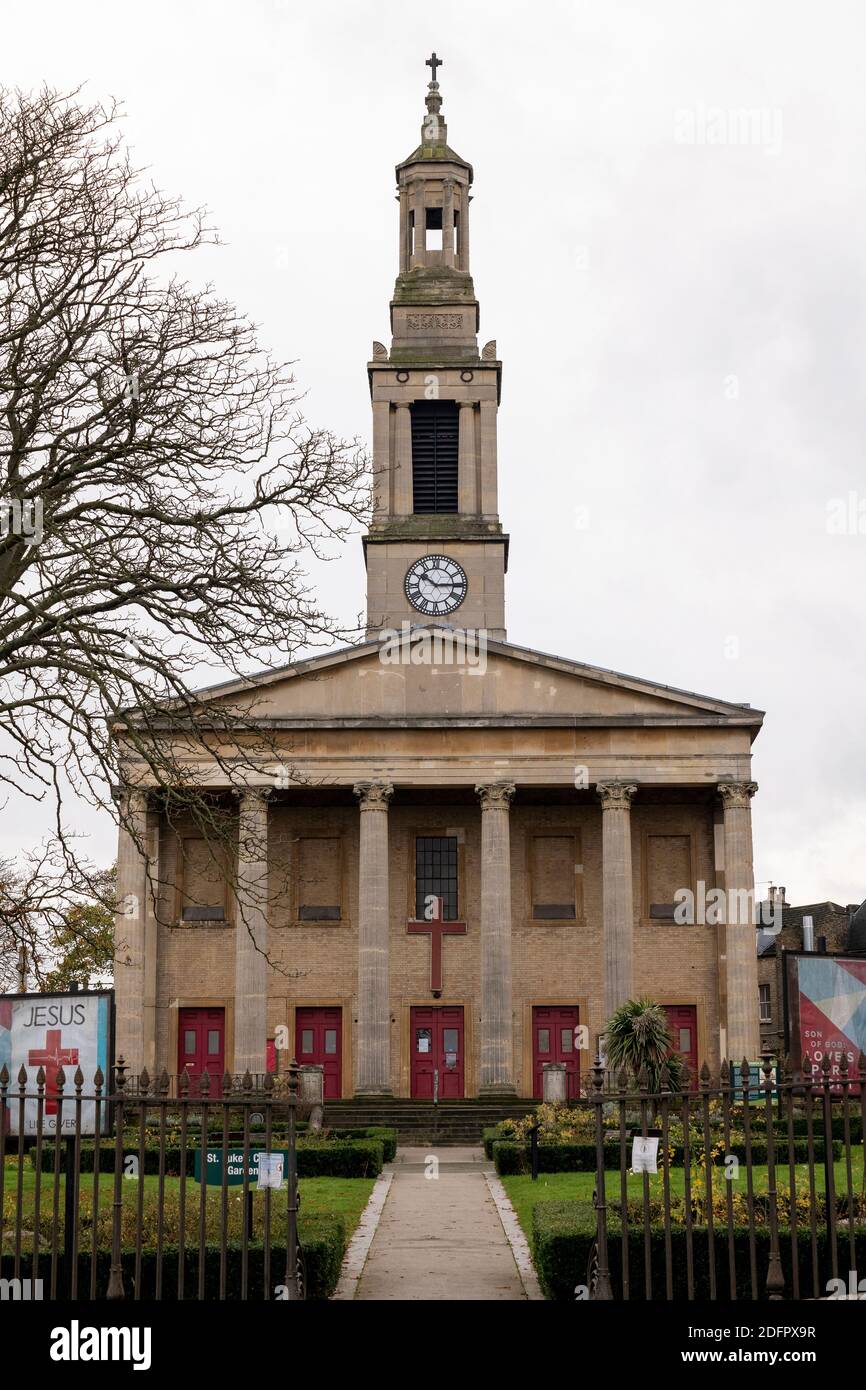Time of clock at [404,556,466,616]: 10:14
